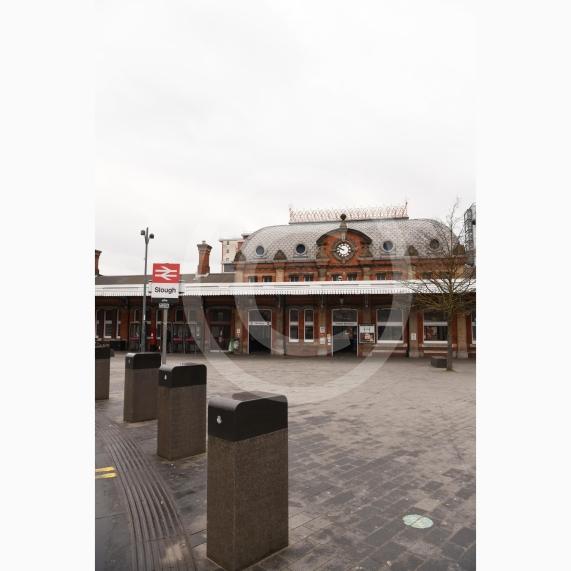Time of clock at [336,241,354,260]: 9:48
